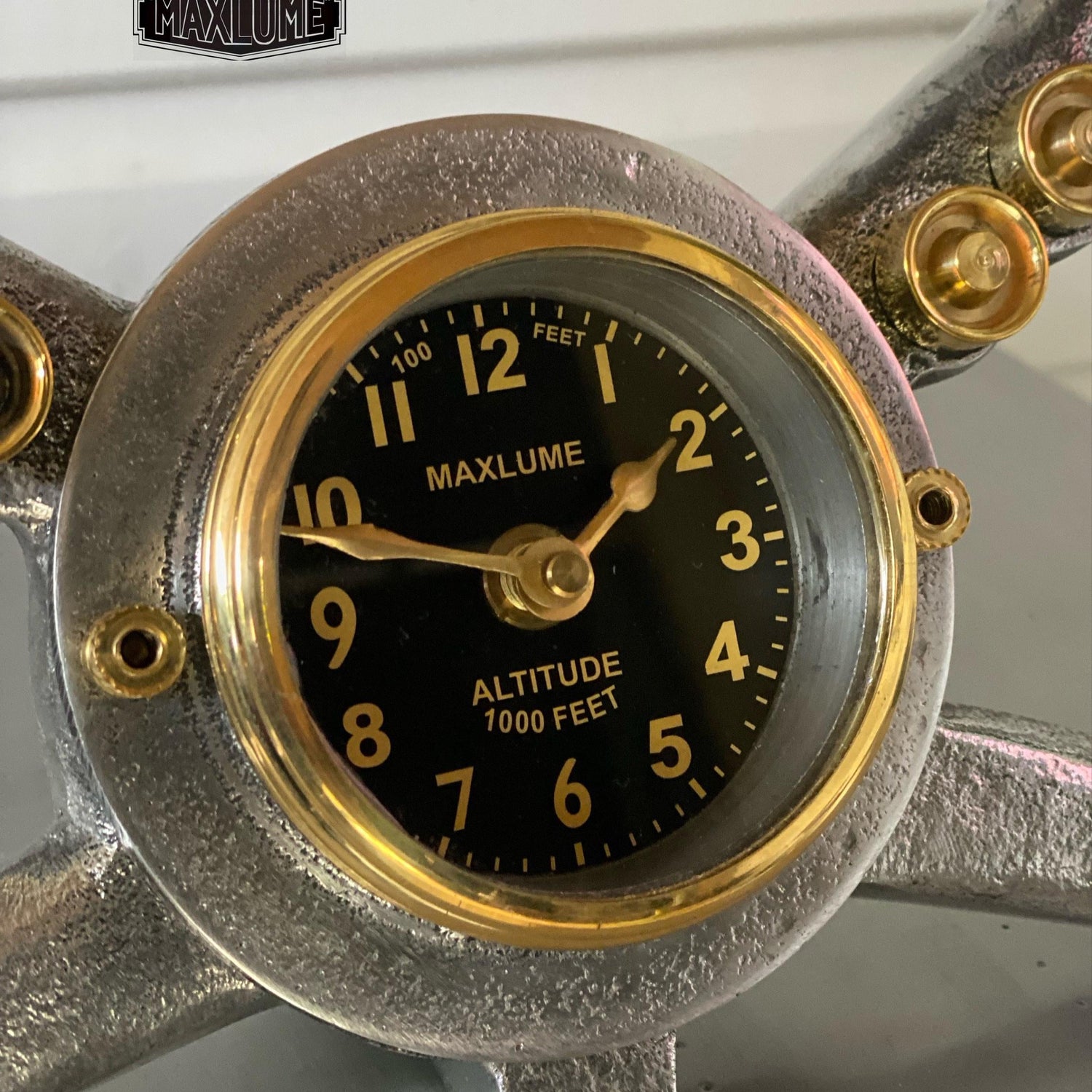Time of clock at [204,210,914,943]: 1:48
